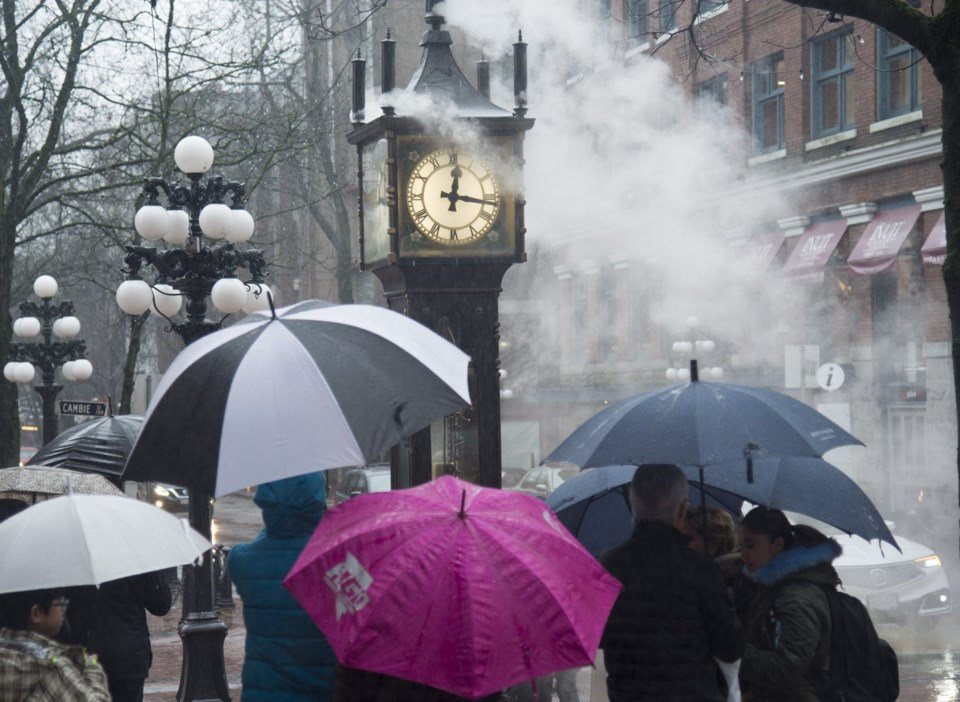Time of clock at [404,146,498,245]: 12:16
